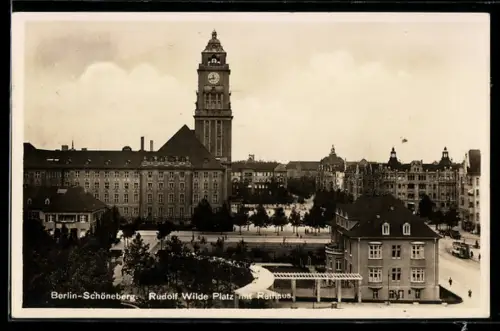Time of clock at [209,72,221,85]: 11:42
